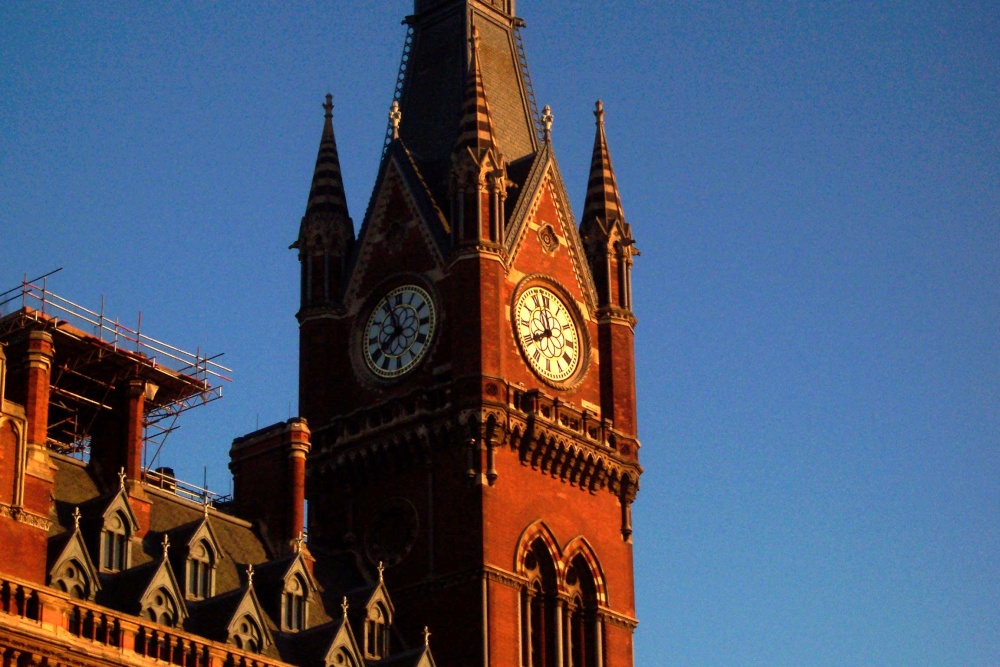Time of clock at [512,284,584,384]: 7:58
